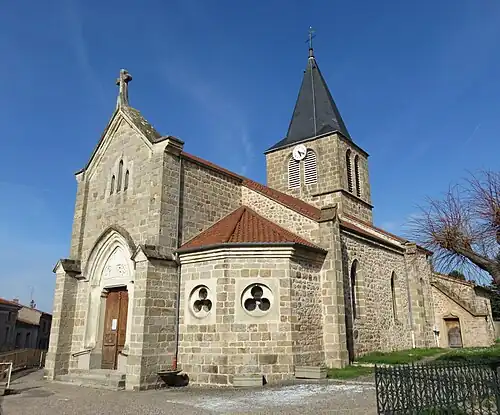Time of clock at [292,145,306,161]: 5:18
